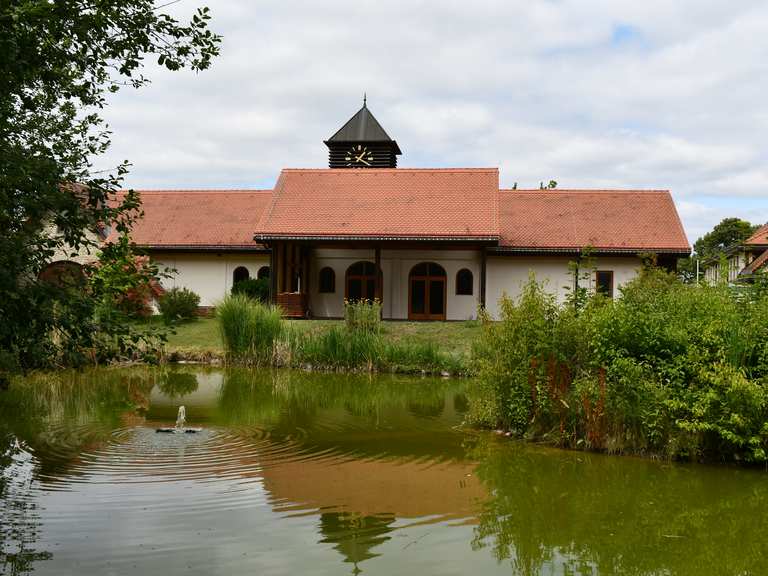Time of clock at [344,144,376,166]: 1:20
